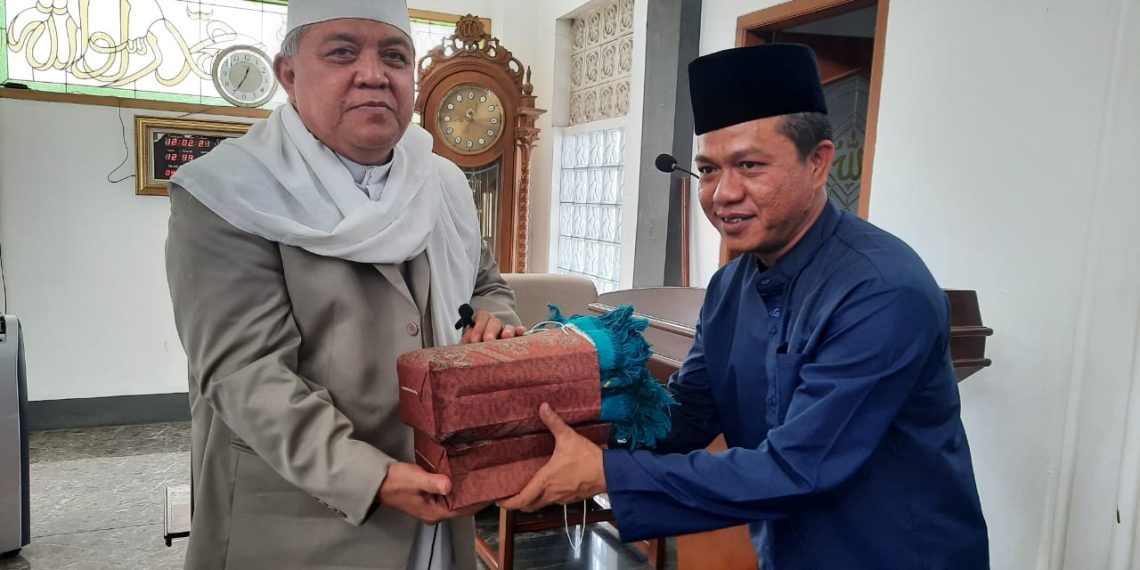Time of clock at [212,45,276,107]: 12:34
